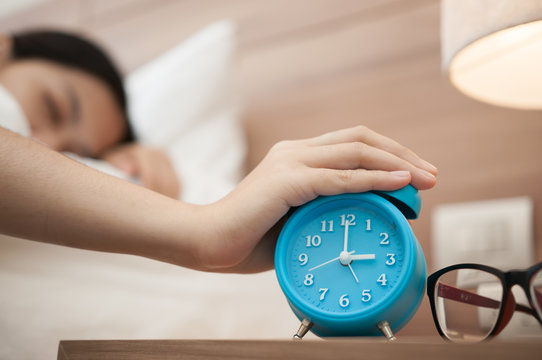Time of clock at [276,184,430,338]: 3:00
